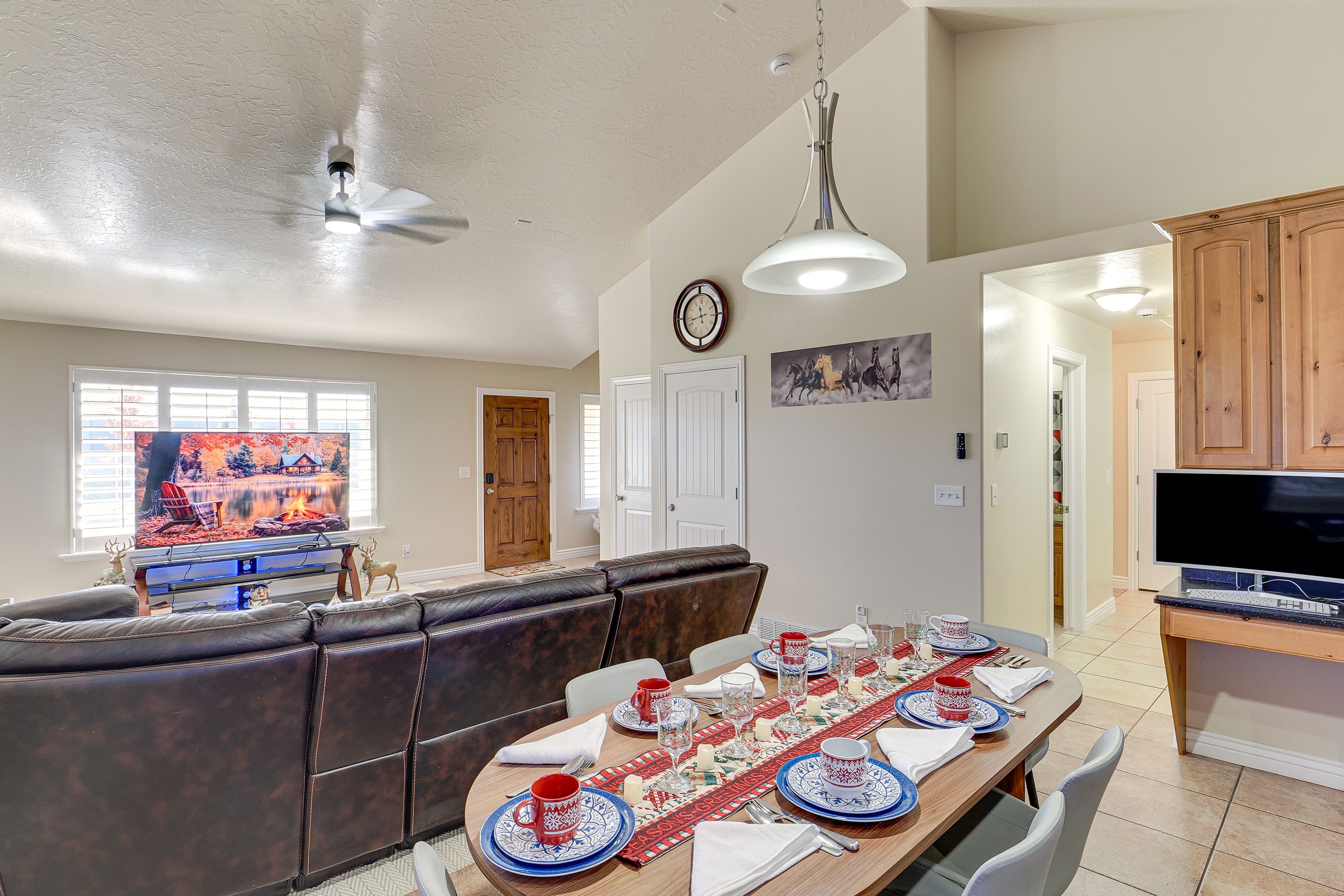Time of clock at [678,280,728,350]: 11:42
